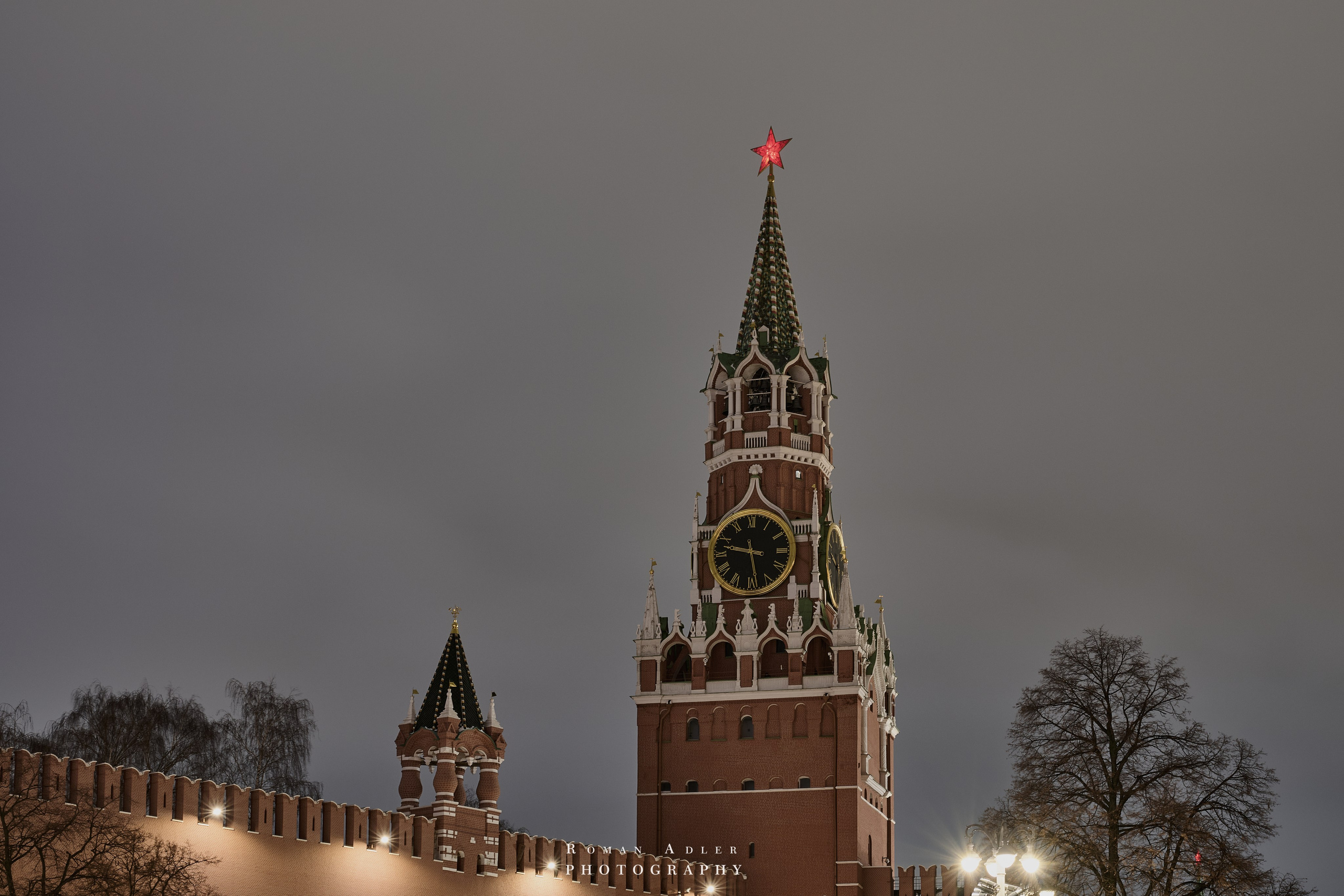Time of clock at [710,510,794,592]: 5:47
